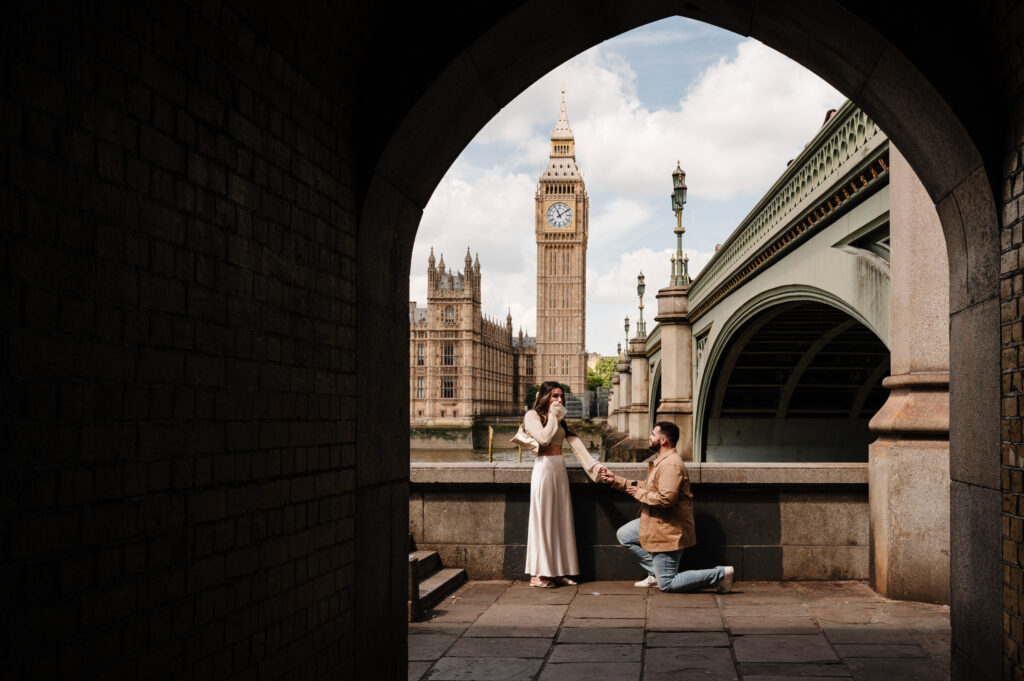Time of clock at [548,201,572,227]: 11:09
